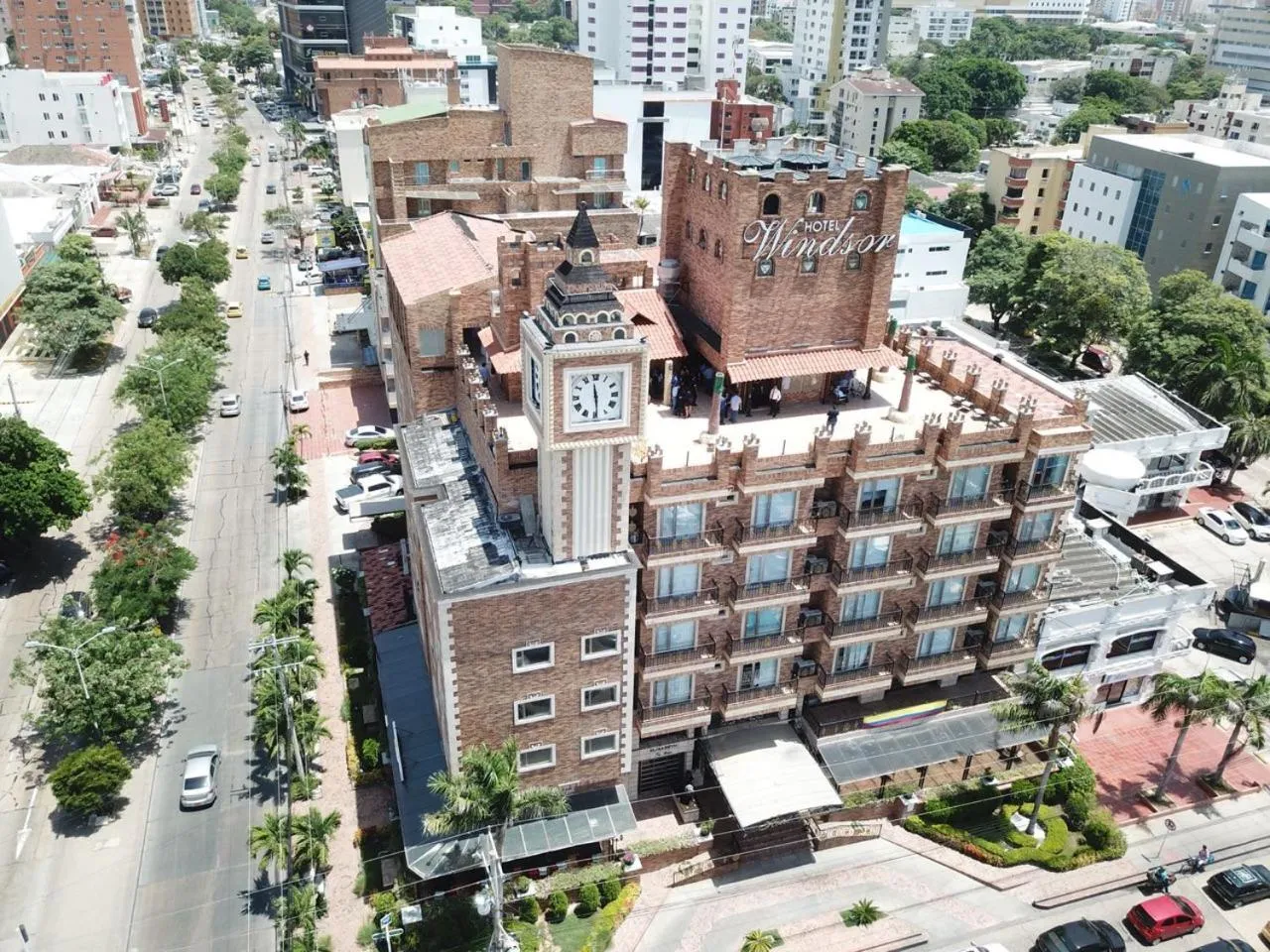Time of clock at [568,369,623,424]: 11:29
